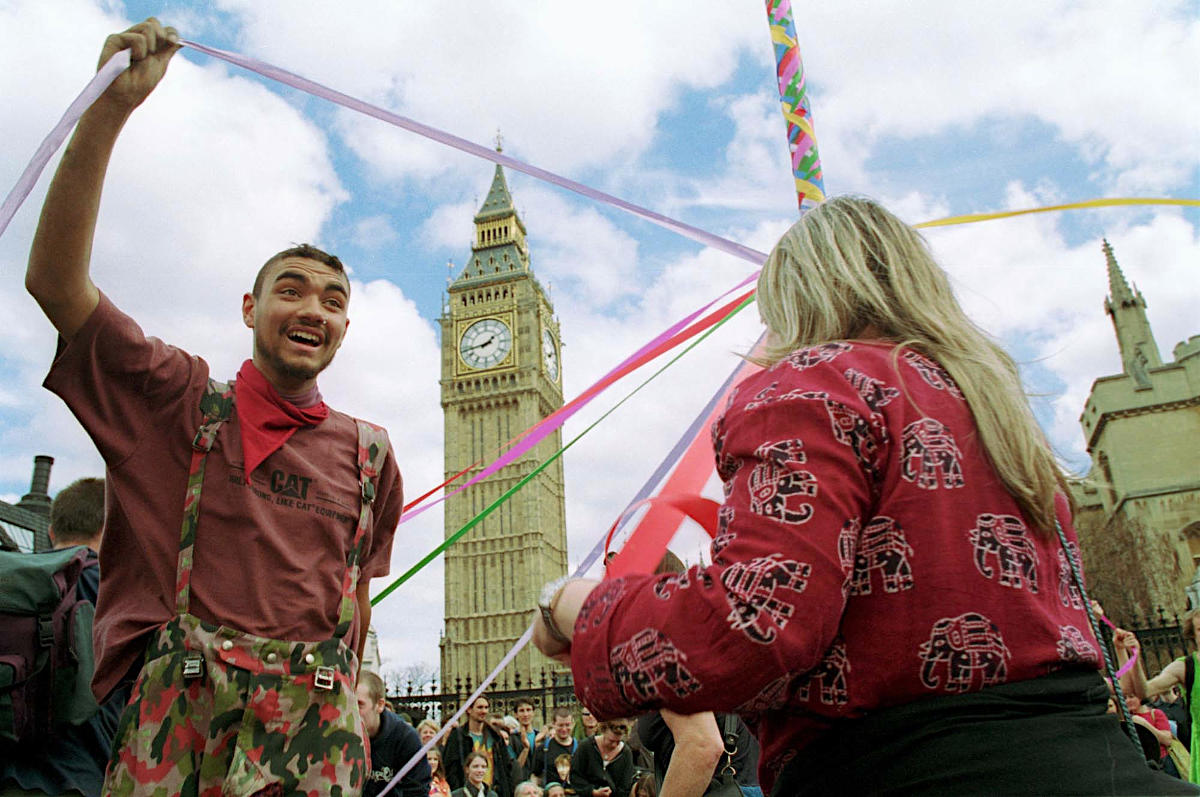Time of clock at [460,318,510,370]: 1:43
